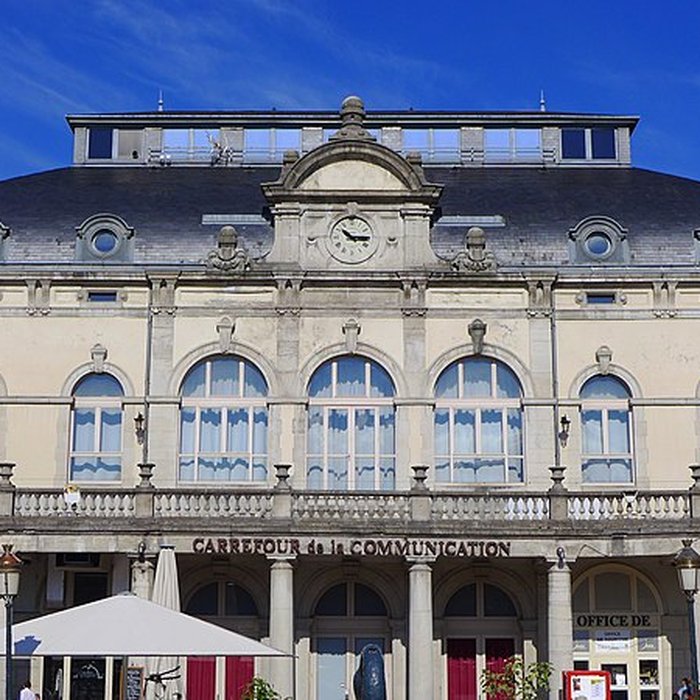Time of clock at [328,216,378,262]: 10:15
